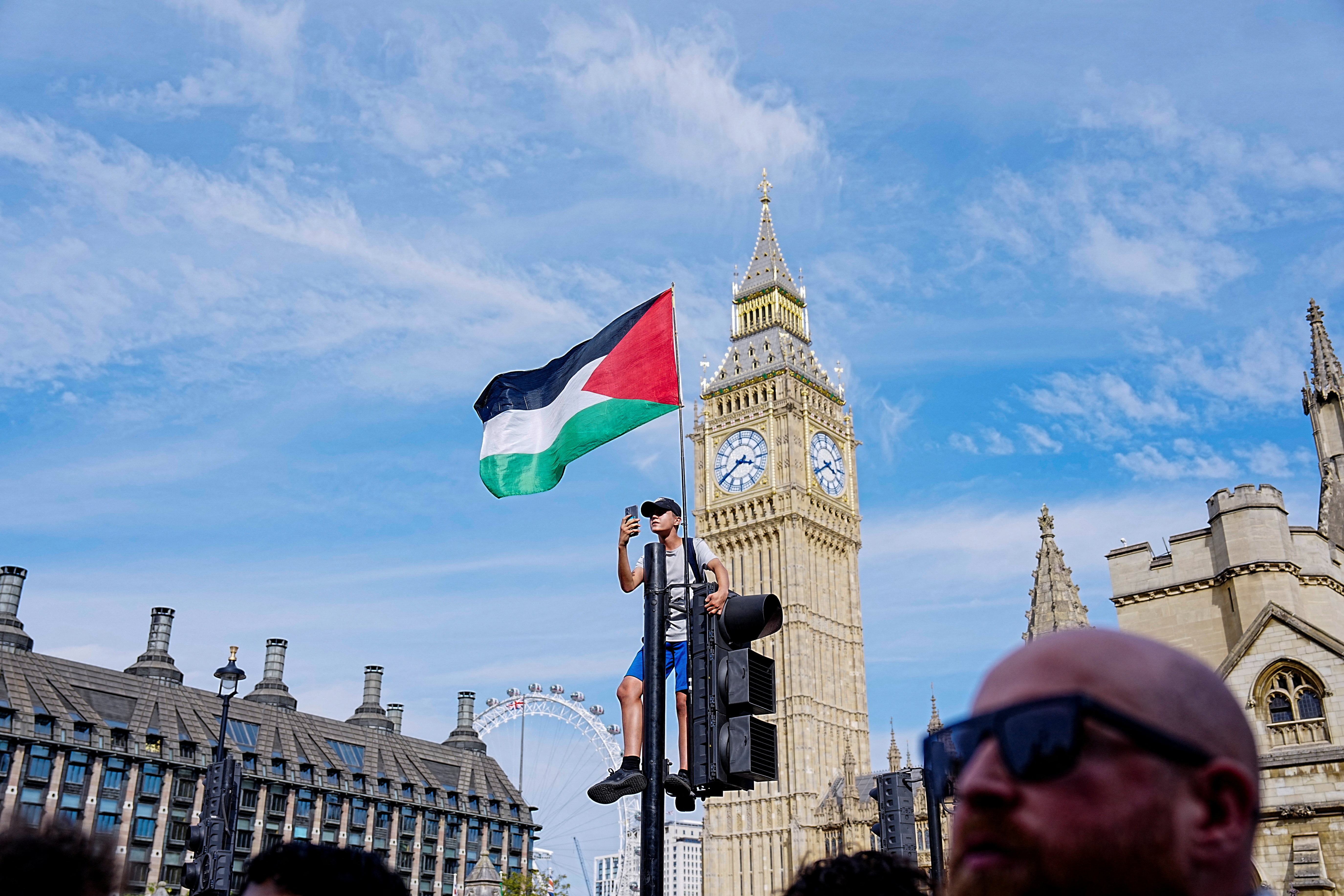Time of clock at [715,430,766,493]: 3:39
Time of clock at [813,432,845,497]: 3:39
